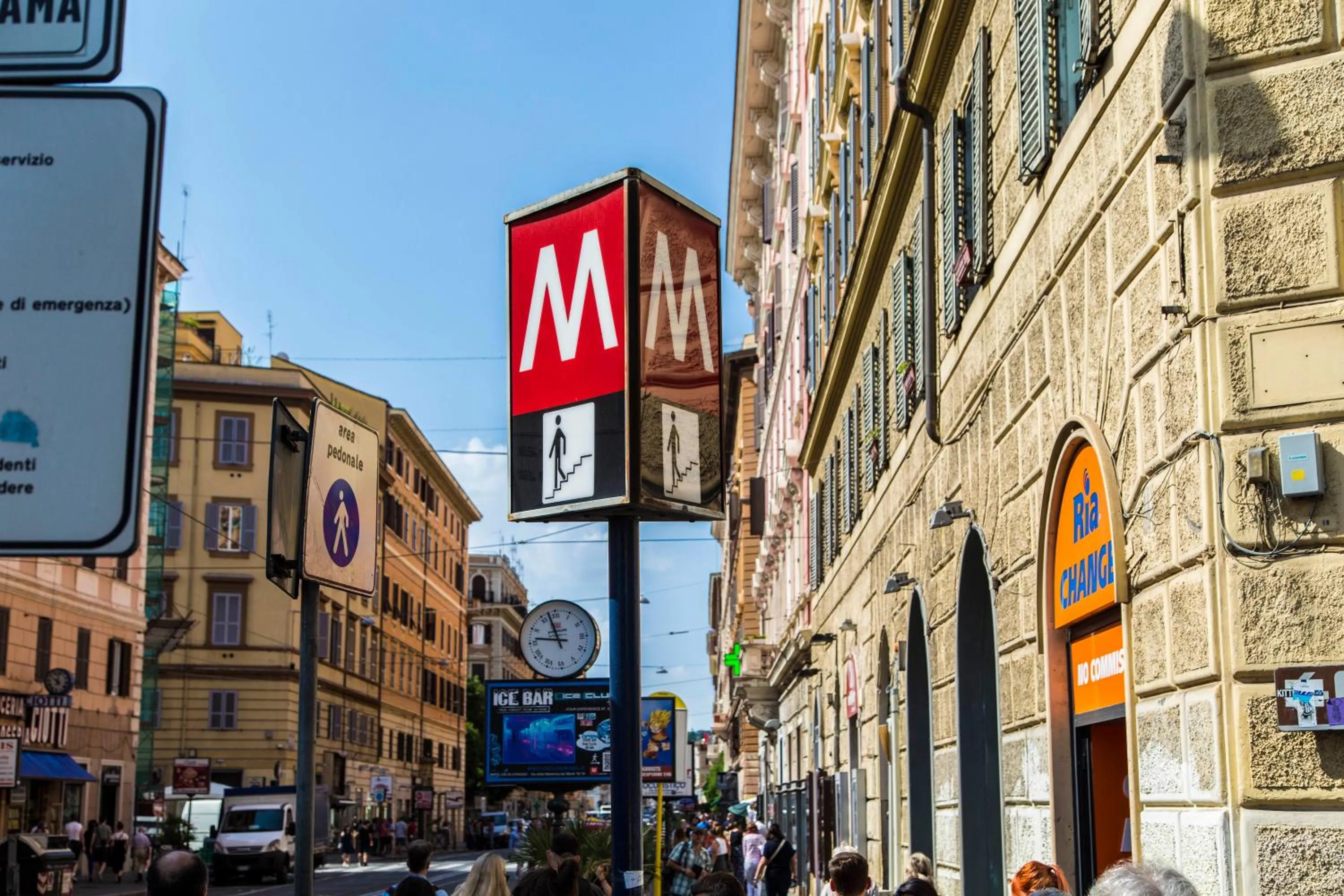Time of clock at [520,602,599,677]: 11:46
